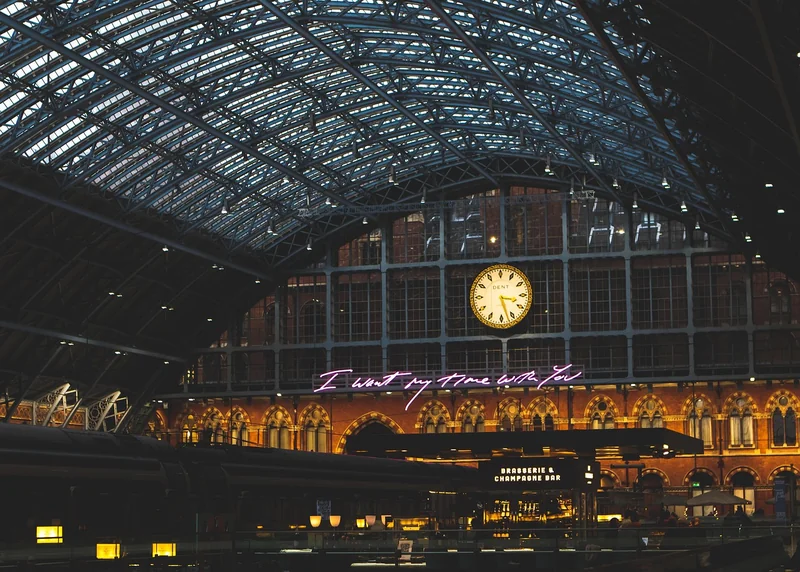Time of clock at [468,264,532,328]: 3:27
